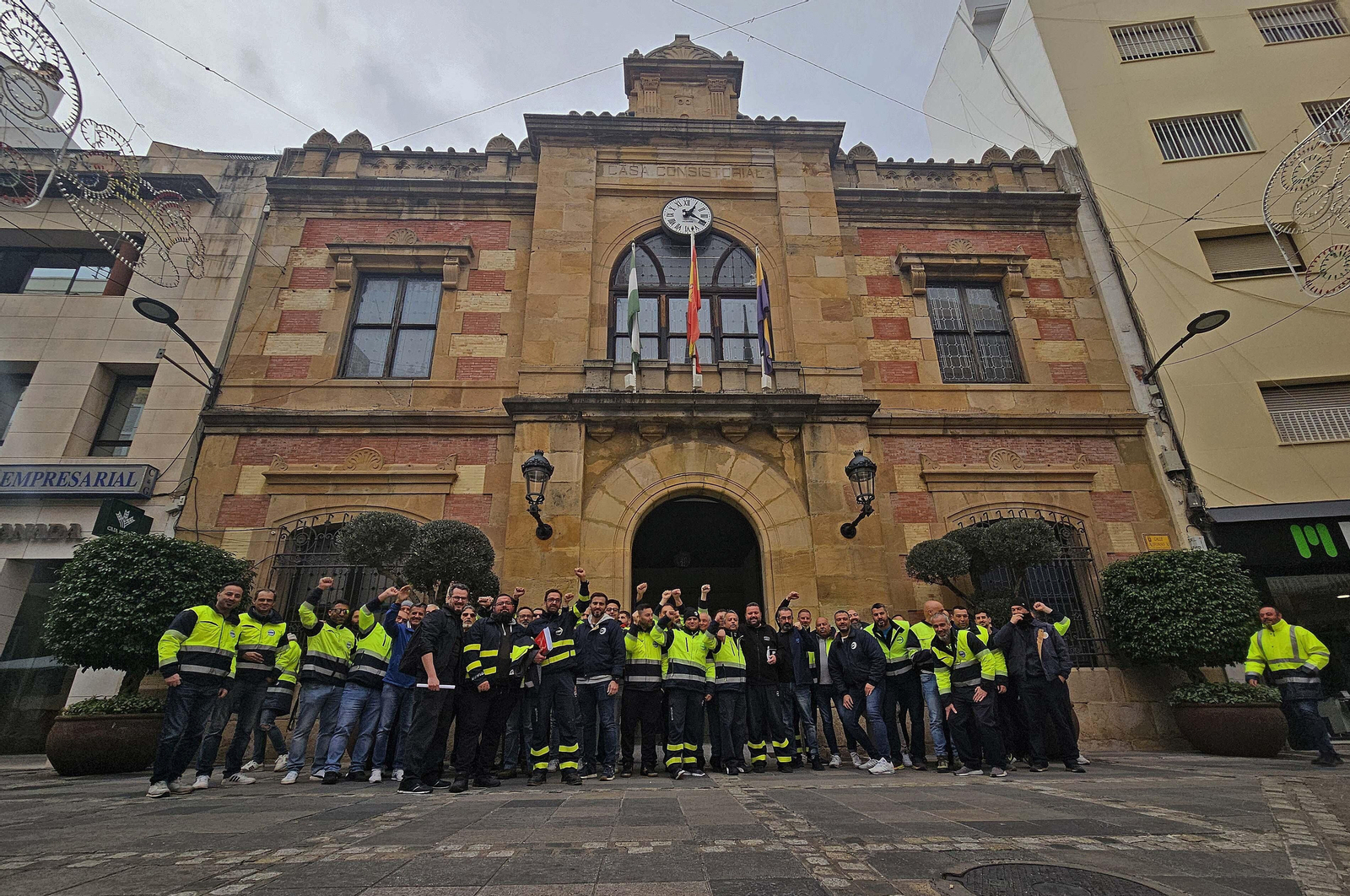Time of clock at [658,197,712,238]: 1:19
